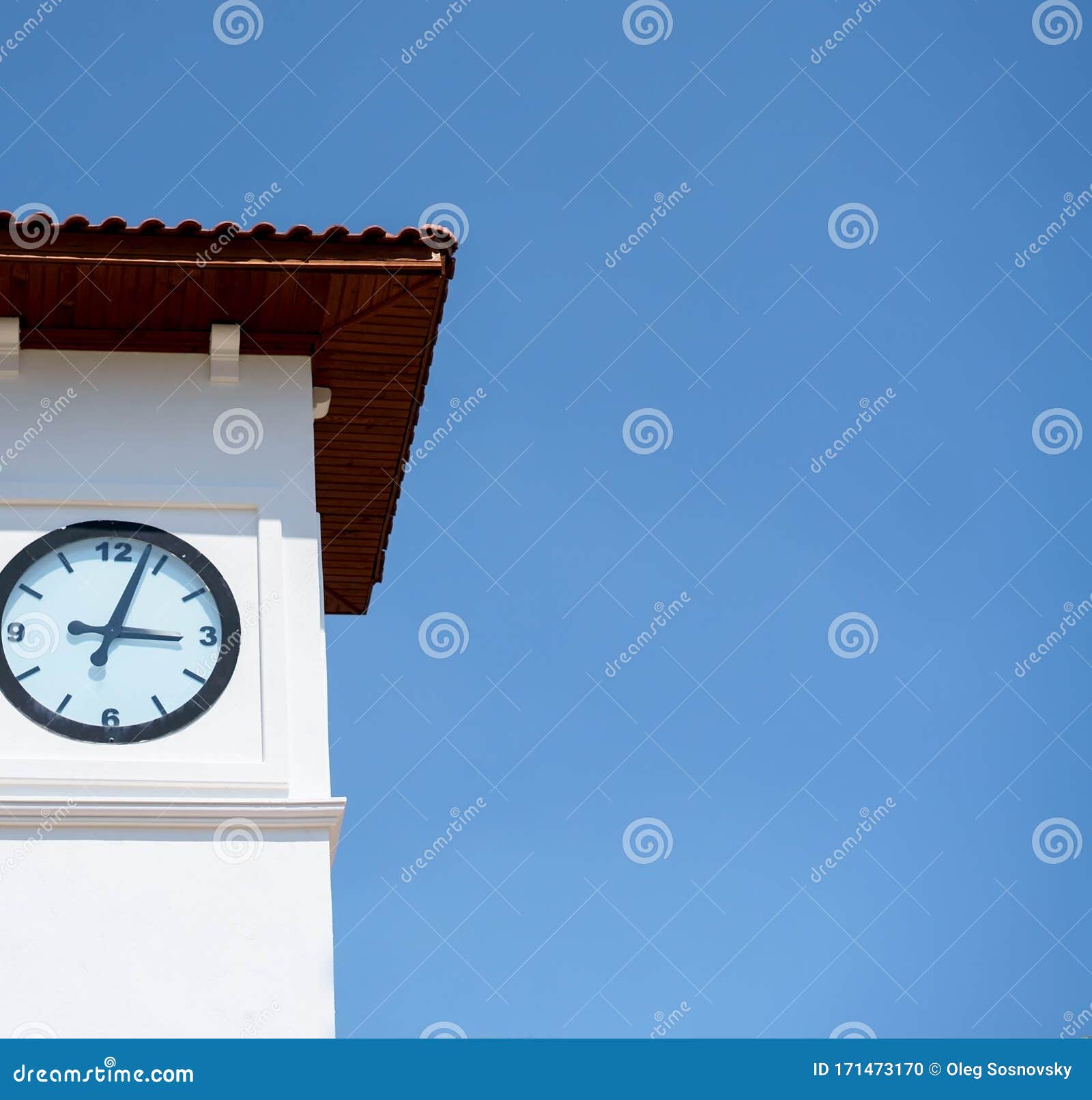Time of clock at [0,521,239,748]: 3:03
